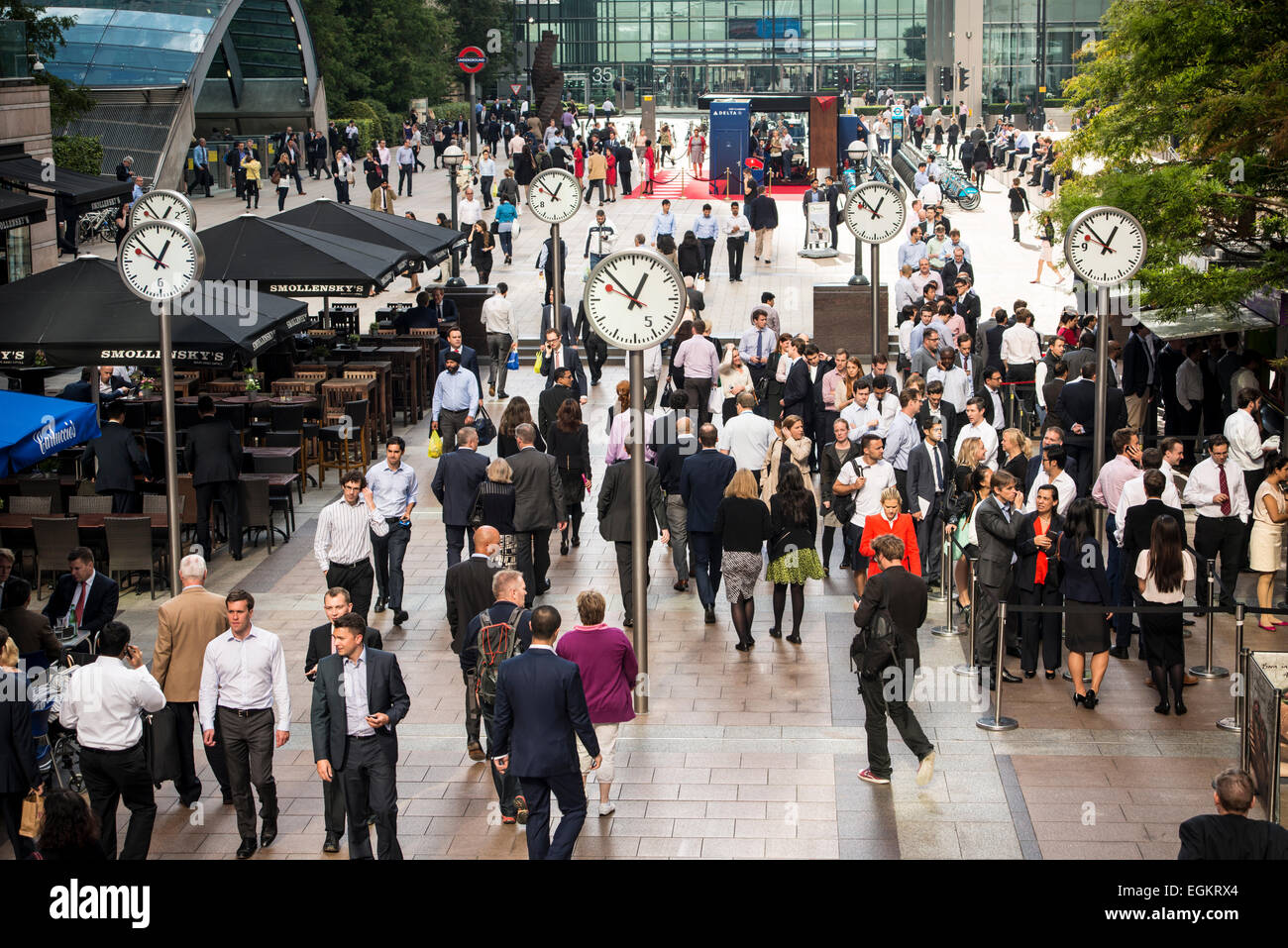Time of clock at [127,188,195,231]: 12:52
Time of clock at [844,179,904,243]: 12:52
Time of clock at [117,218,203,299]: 12:52
